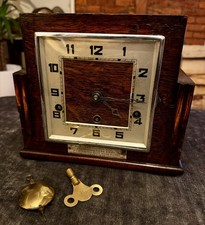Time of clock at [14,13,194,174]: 4:16
